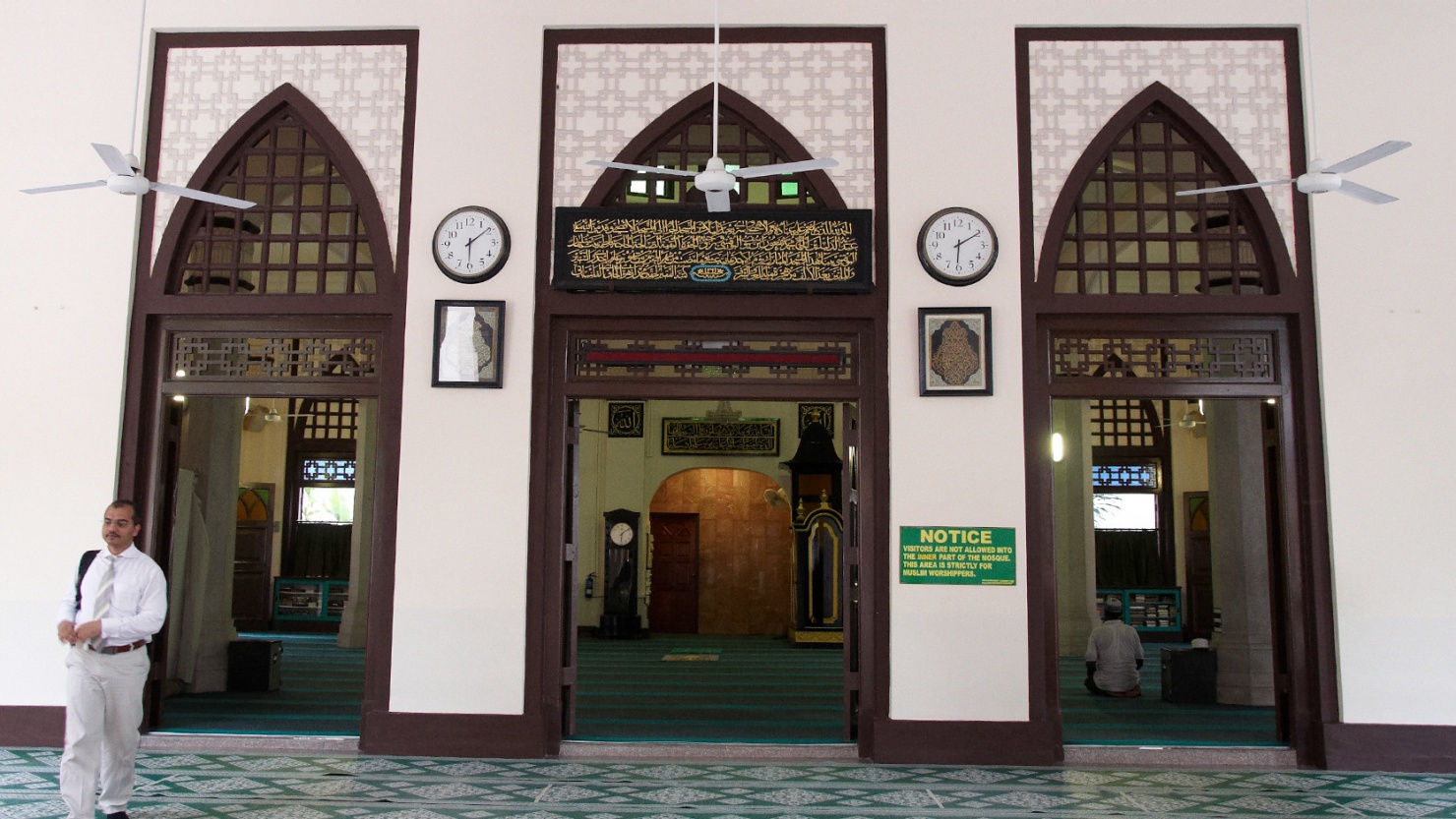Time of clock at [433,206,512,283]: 6:08
